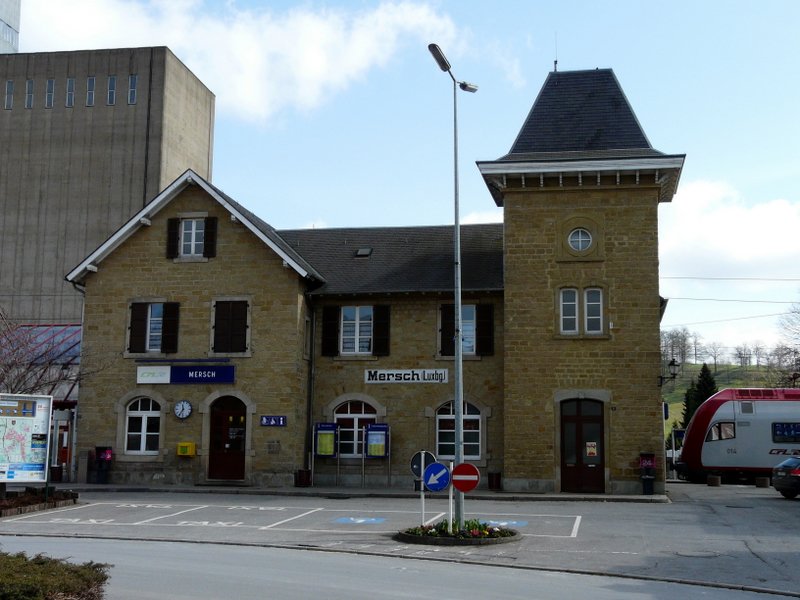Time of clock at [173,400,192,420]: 11:35
